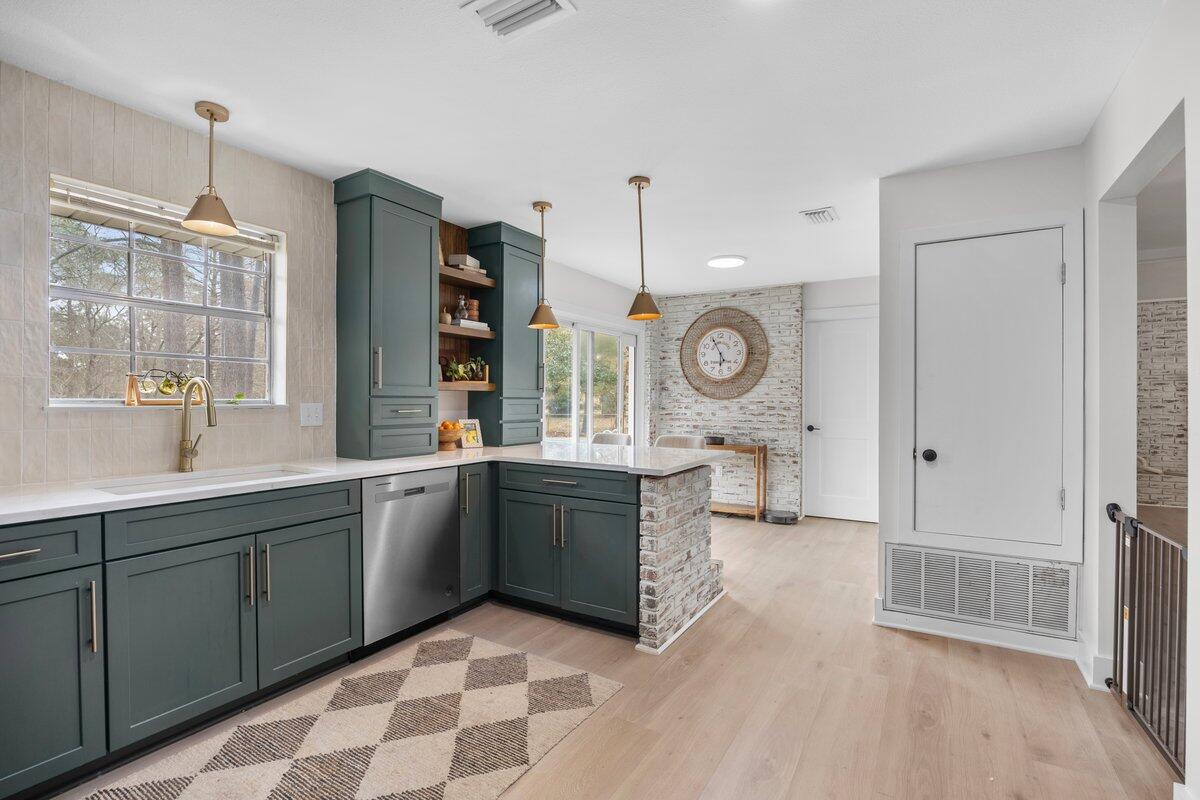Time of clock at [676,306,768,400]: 5:55
